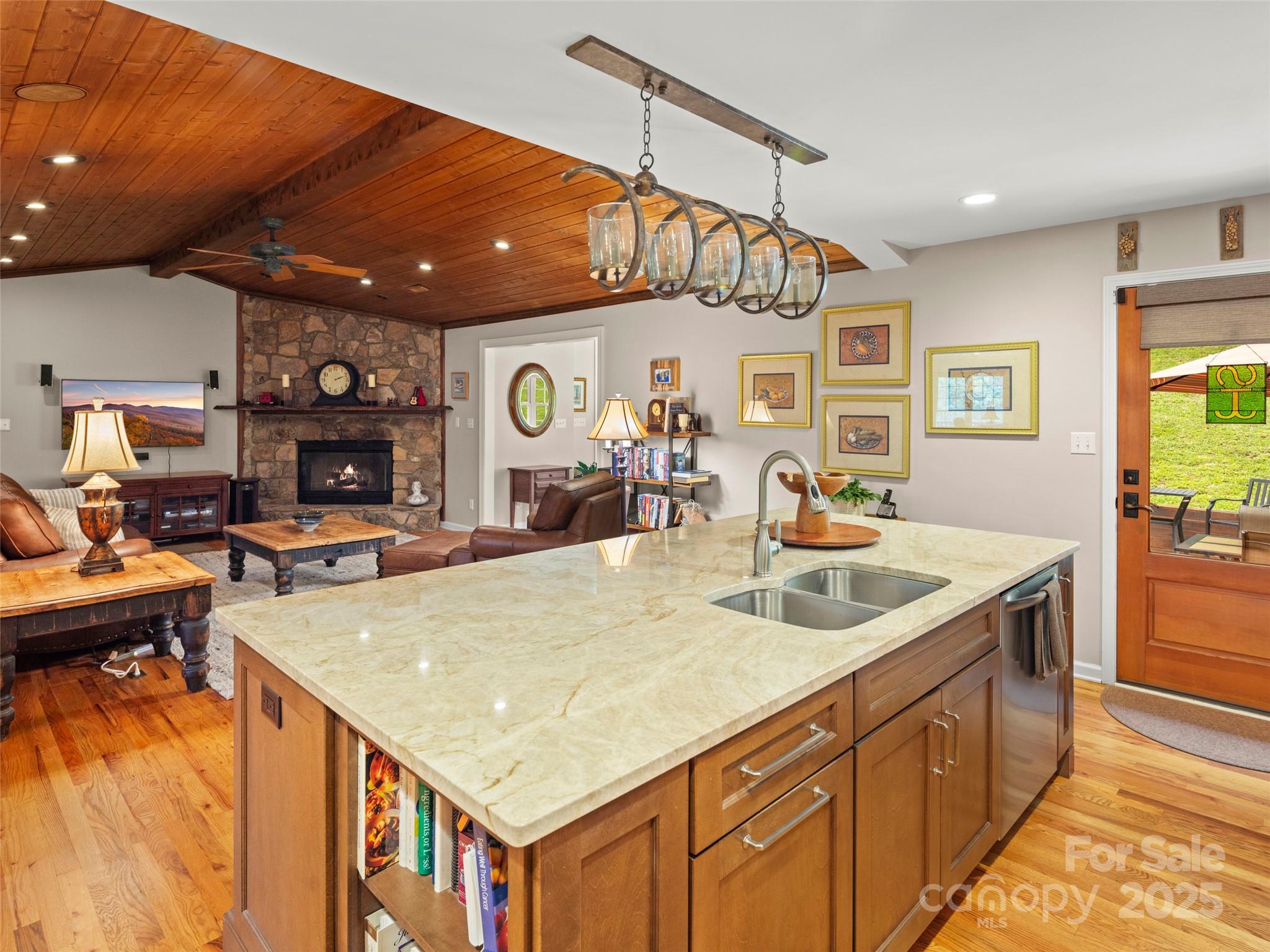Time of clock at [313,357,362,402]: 2:11
